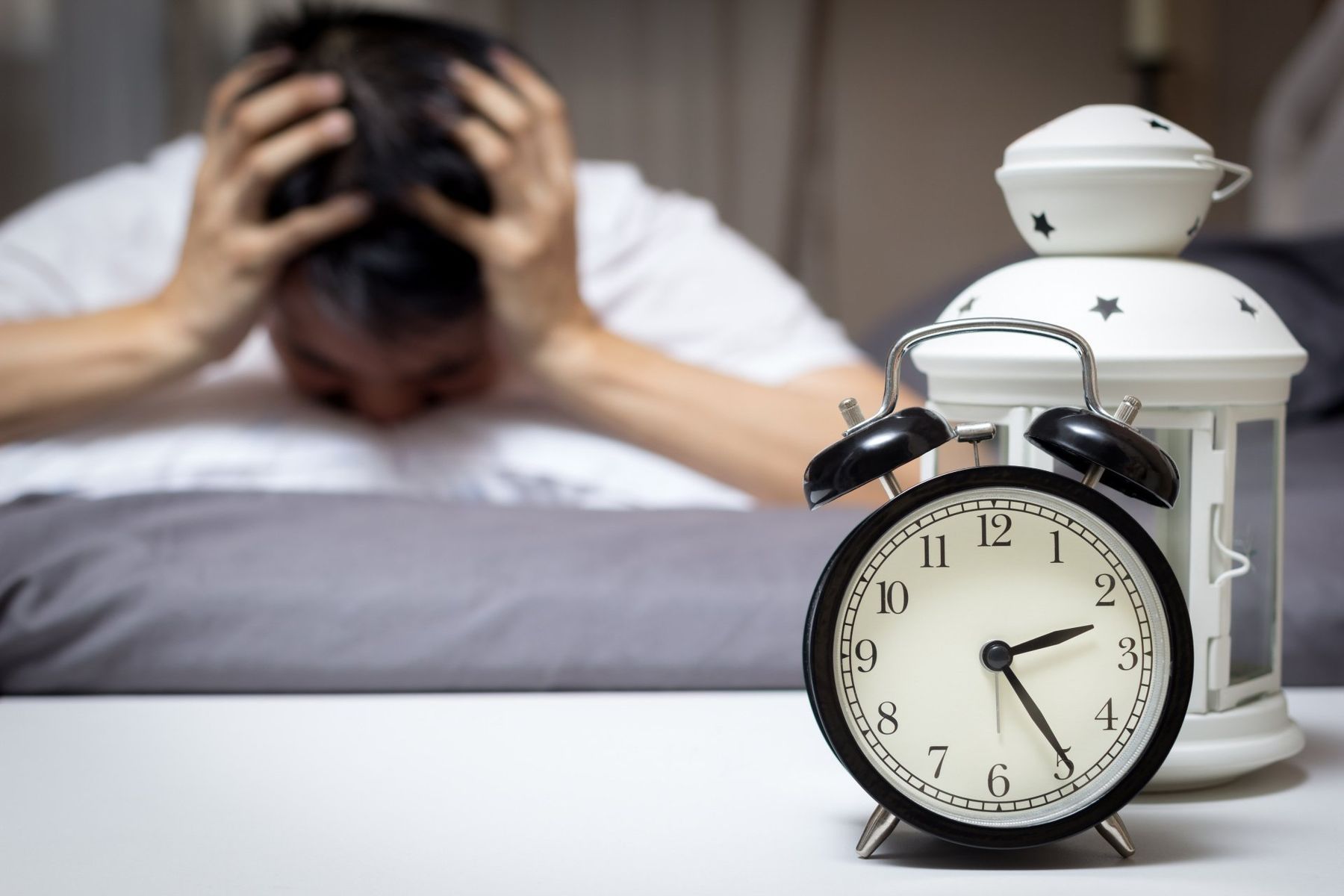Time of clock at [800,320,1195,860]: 2:24
